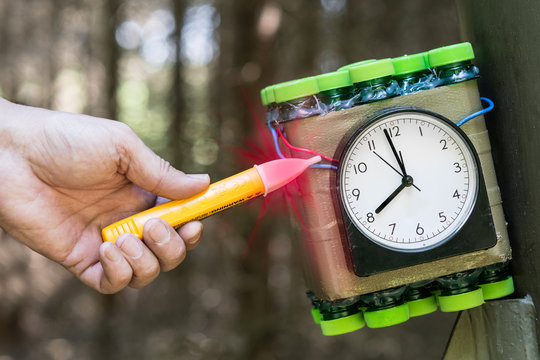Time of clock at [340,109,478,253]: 7:58
